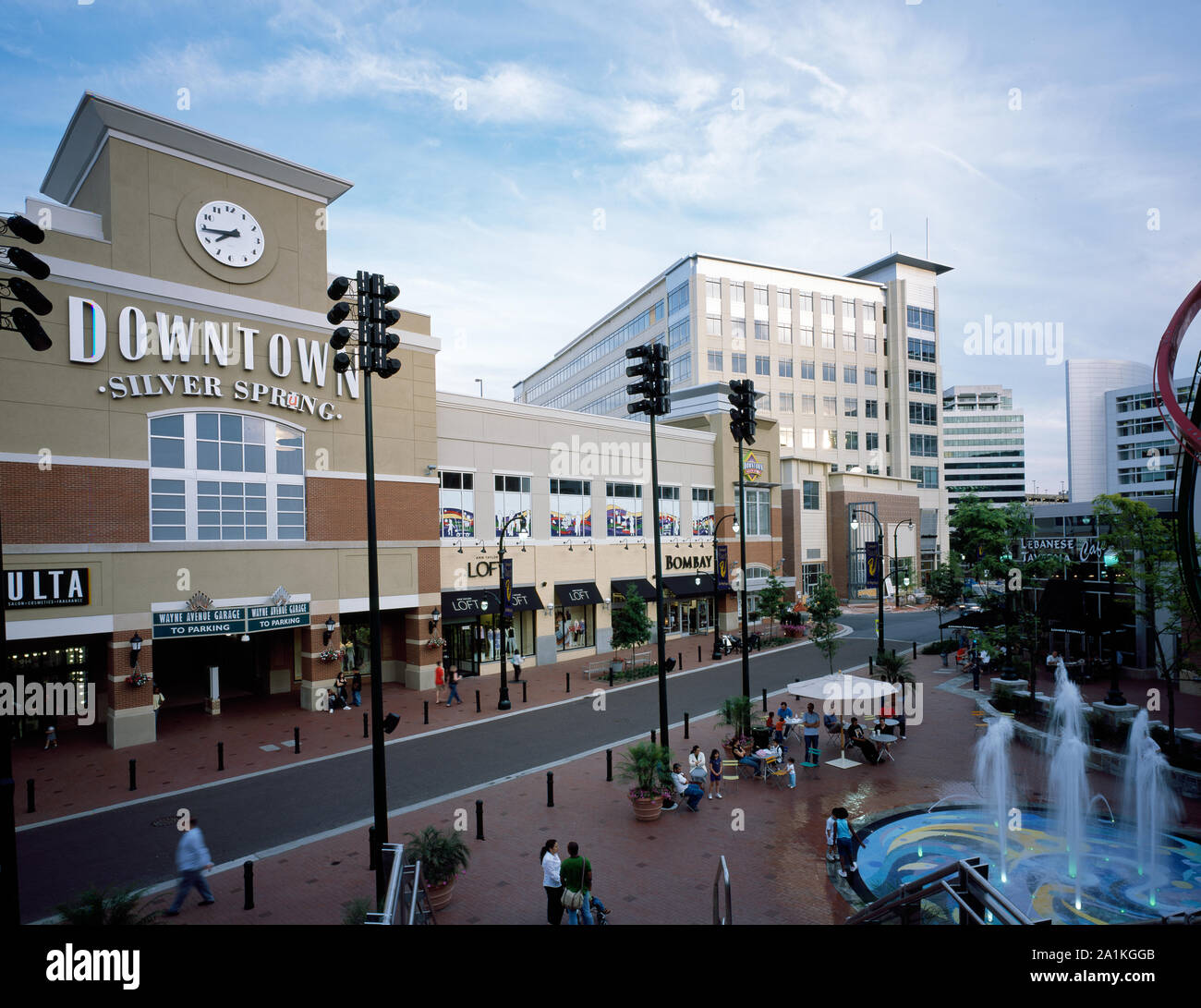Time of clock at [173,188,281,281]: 7:43
